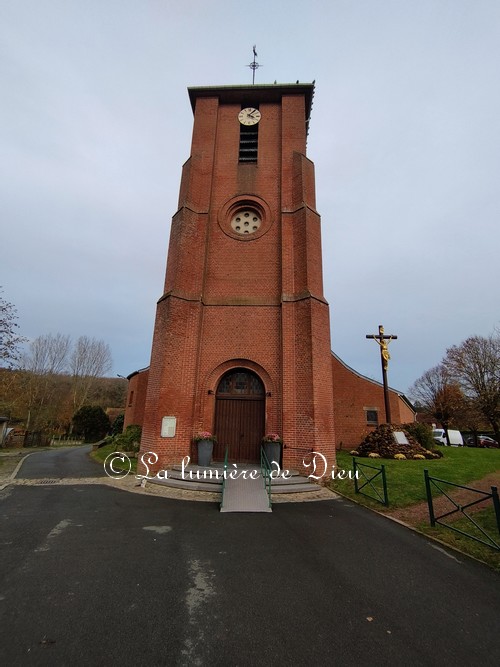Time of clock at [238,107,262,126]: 4:07
